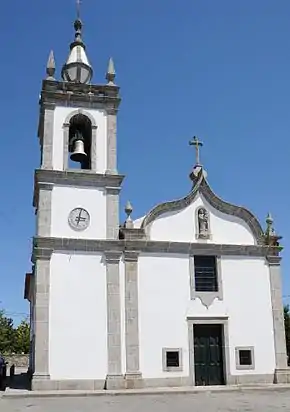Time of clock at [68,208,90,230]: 3:02
